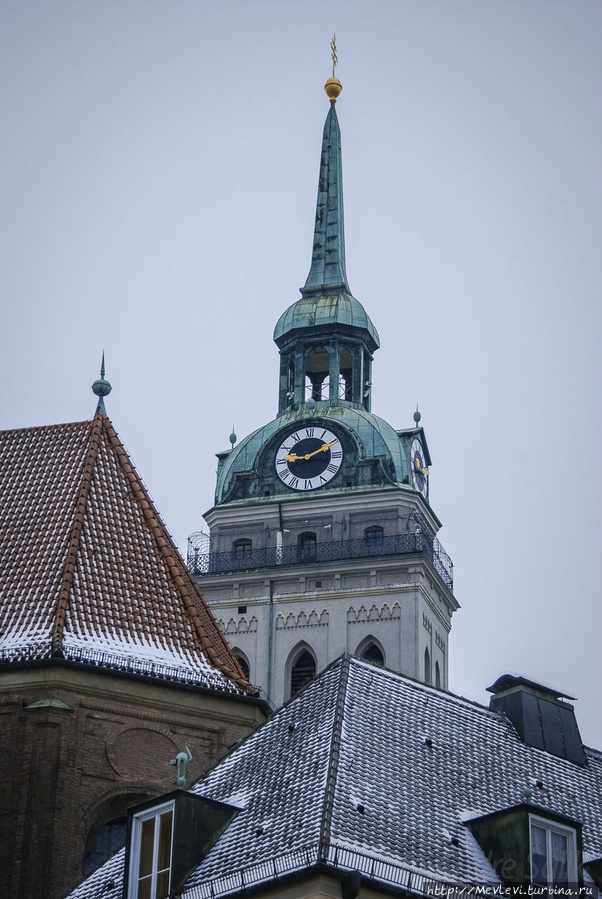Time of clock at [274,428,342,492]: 9:10
